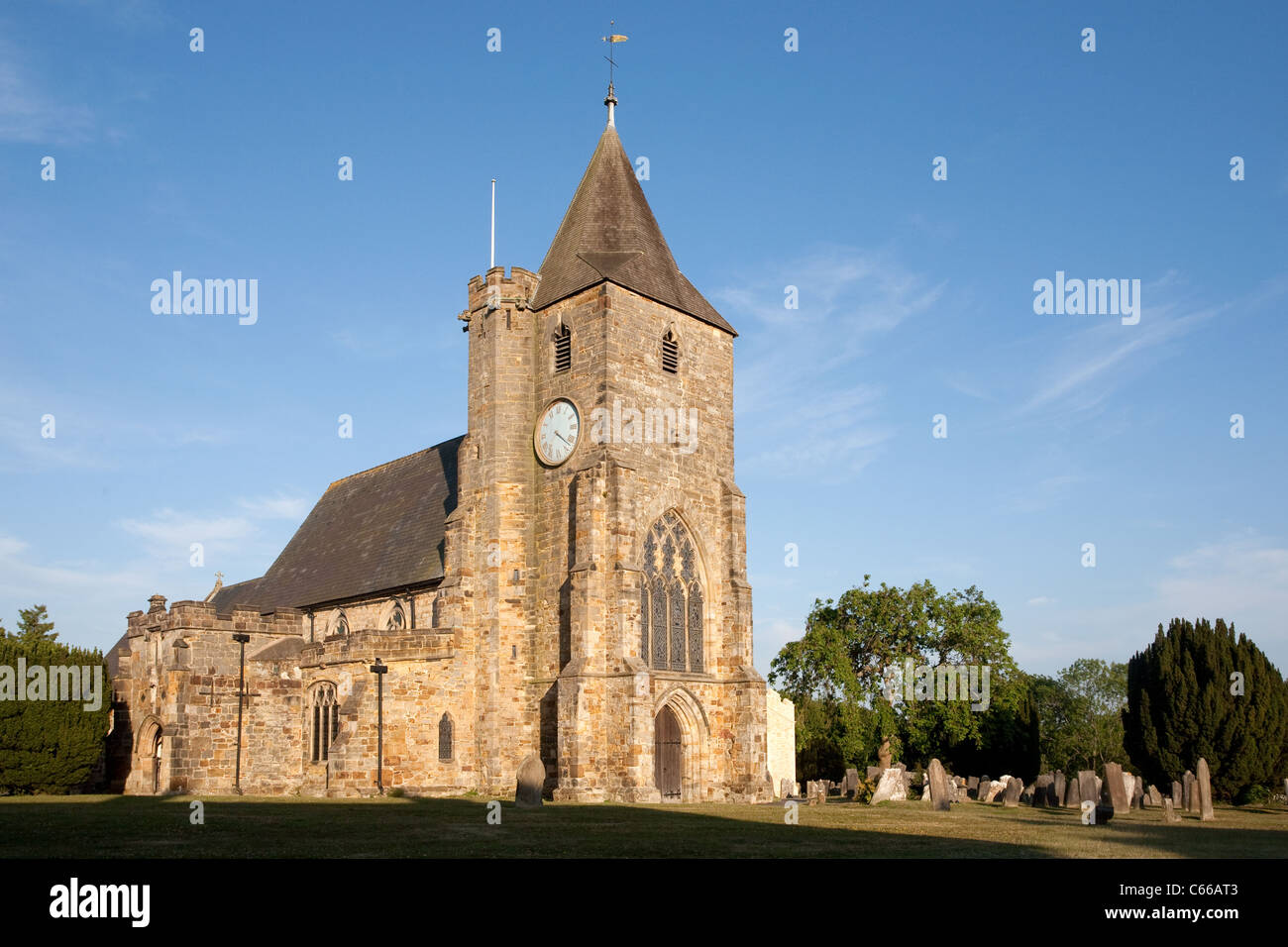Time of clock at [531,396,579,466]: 4:21
